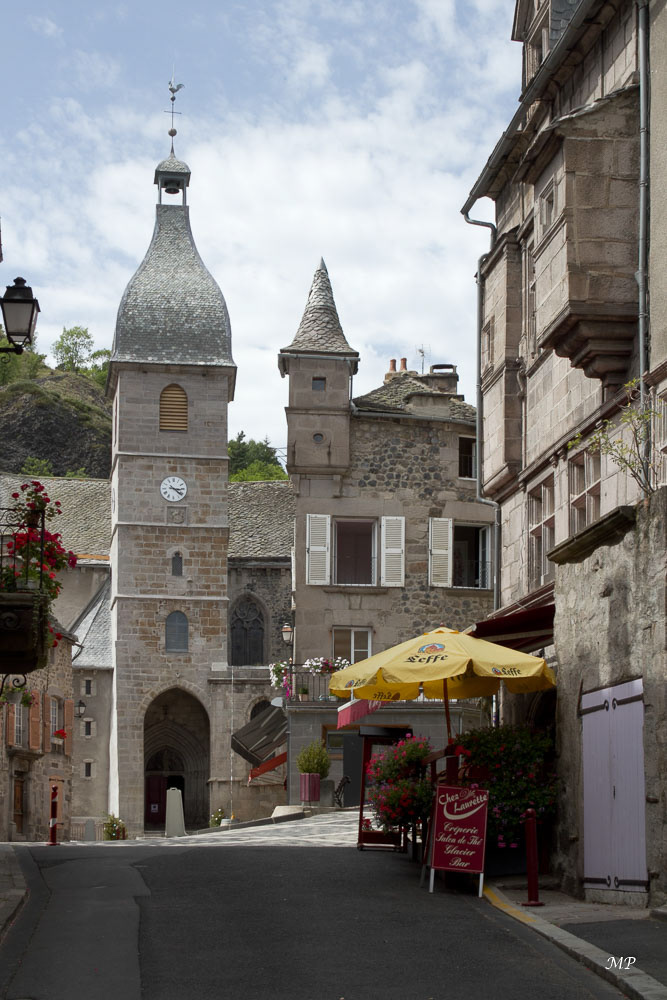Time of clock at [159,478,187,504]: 3:21
